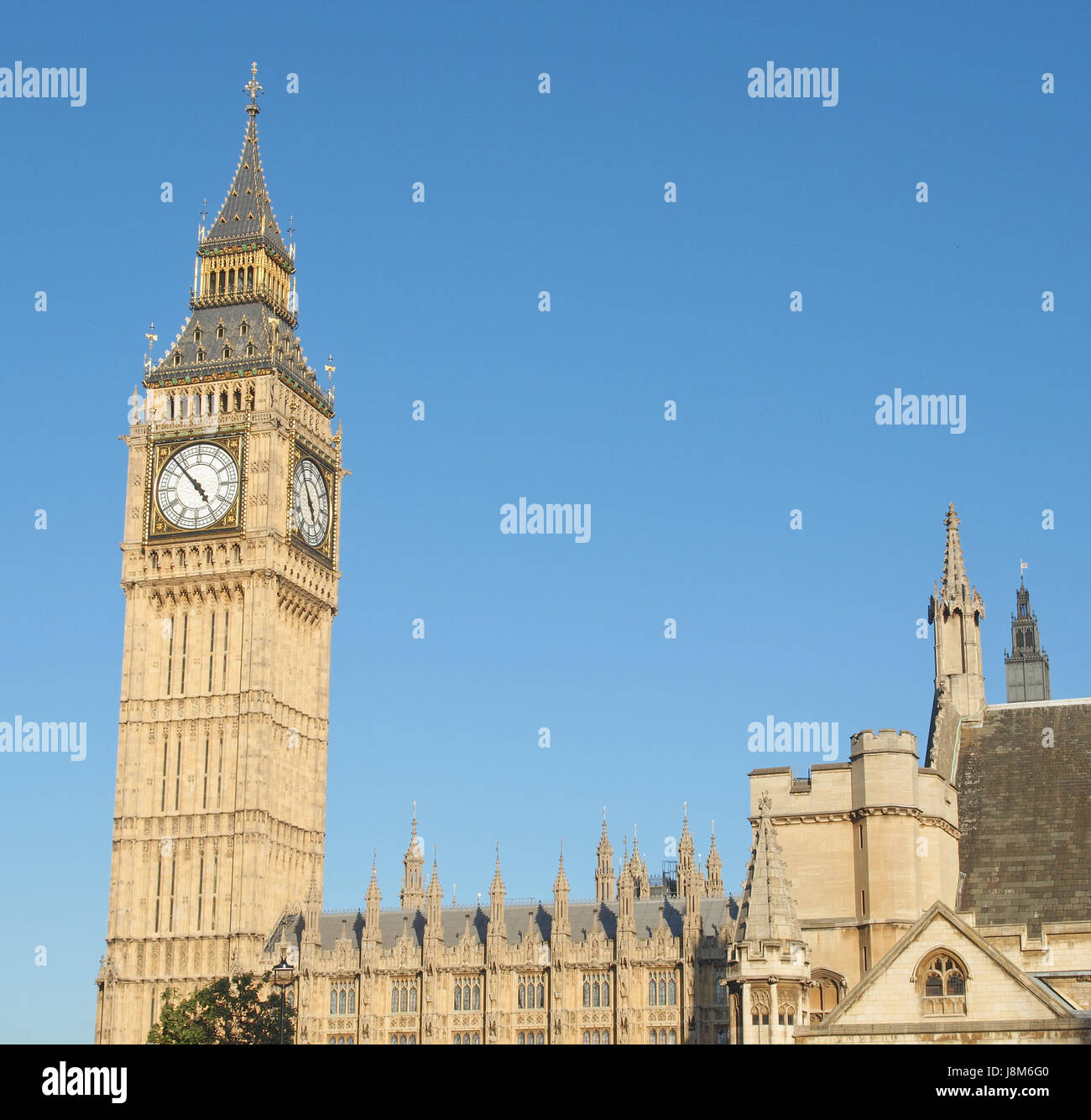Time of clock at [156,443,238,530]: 4:52
